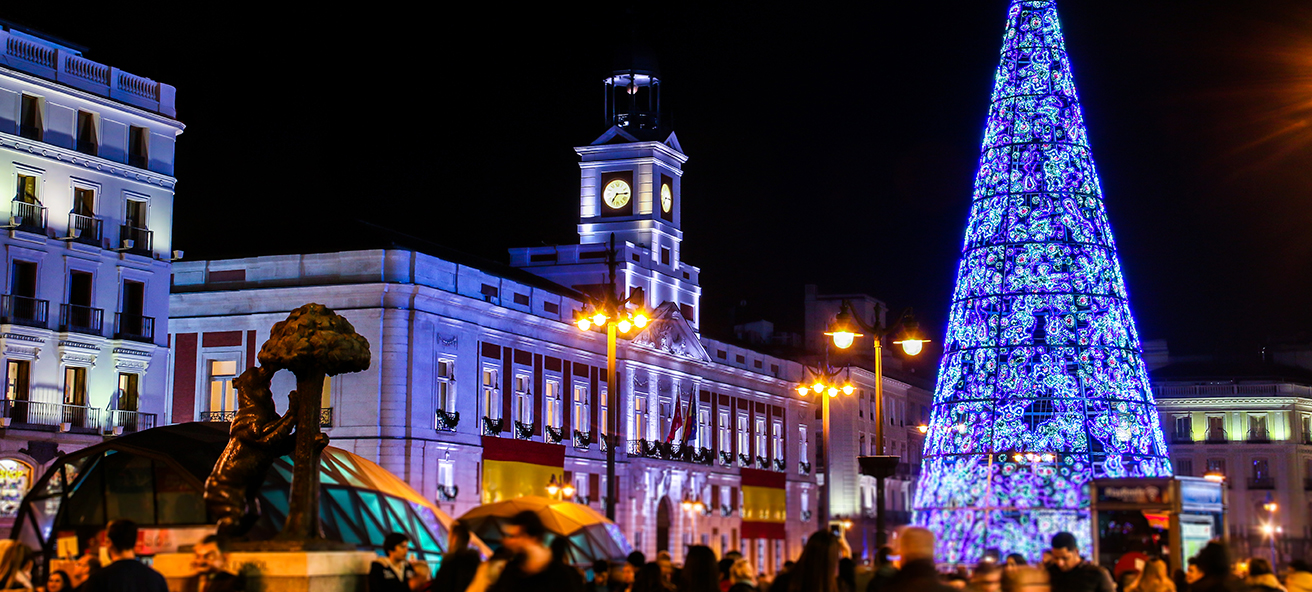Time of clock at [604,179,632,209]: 7:14
